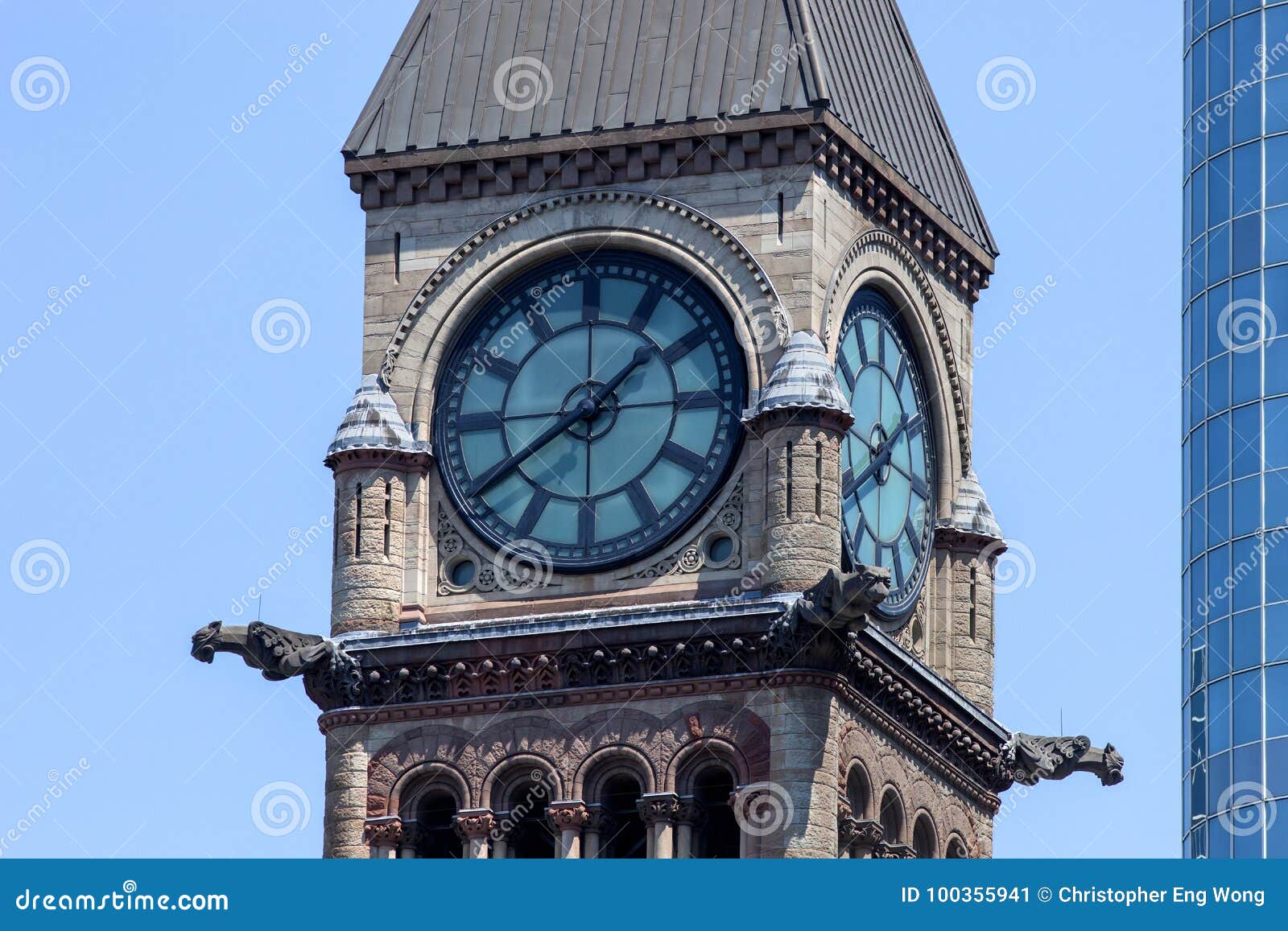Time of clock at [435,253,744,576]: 1:39
